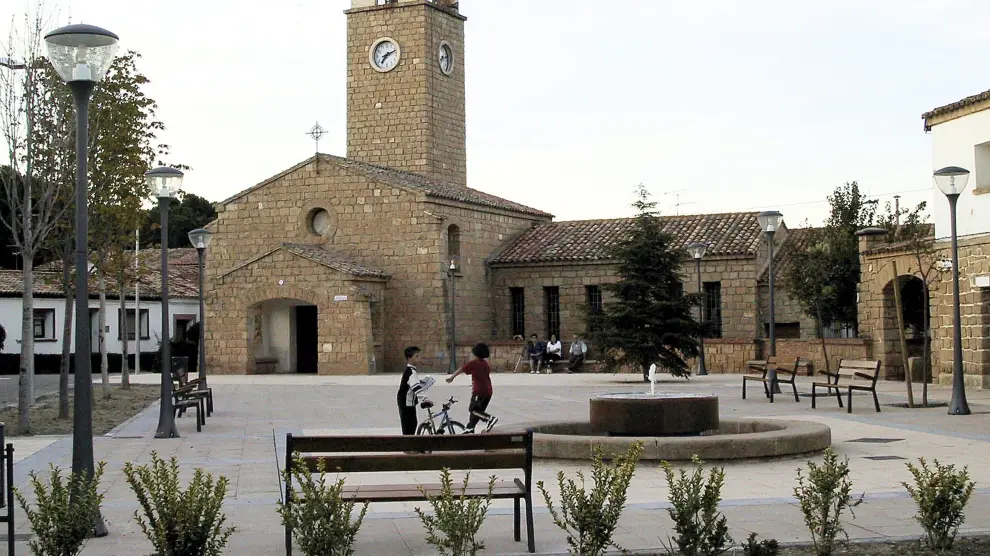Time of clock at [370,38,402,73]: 7:12
